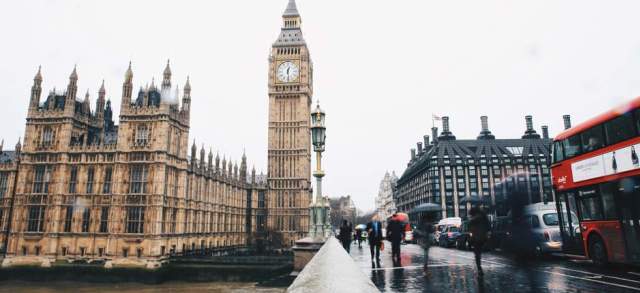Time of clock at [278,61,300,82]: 12:28
